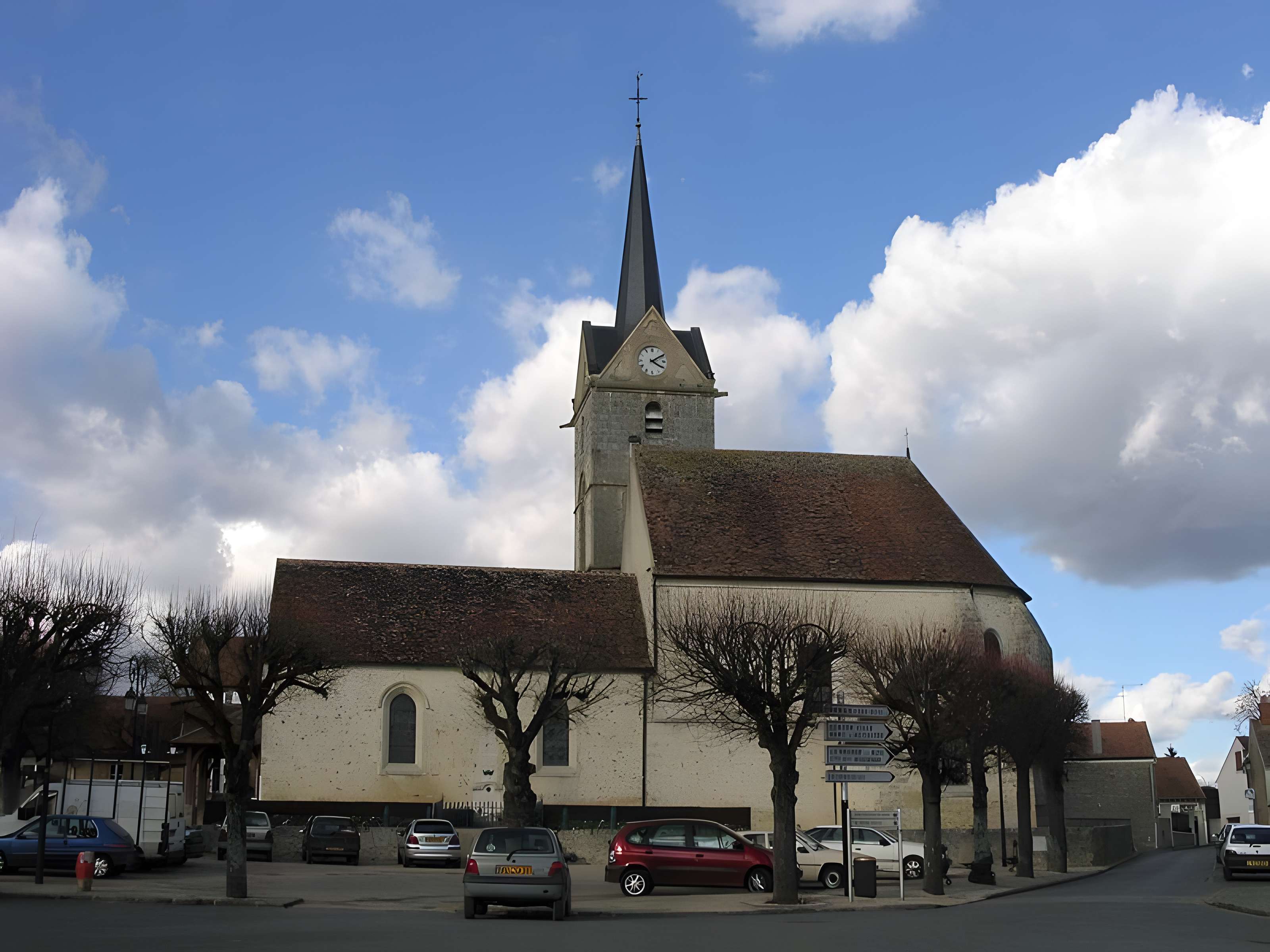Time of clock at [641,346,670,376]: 4:09
